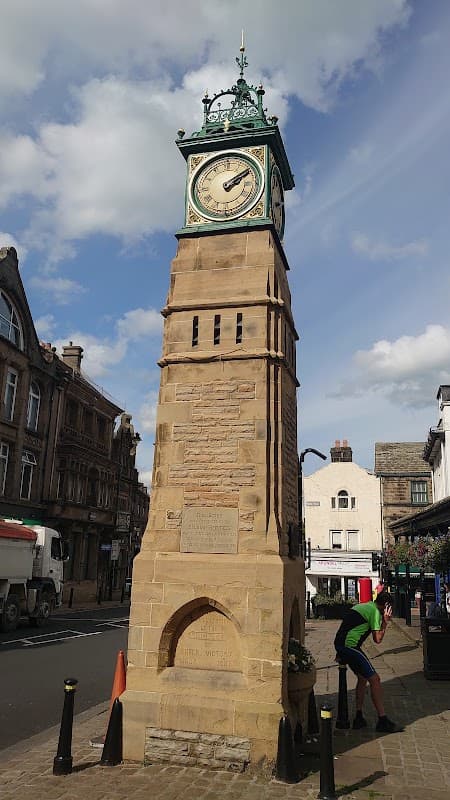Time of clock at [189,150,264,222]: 2:09
